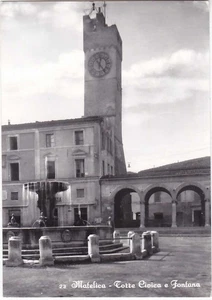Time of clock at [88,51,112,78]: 12:23
